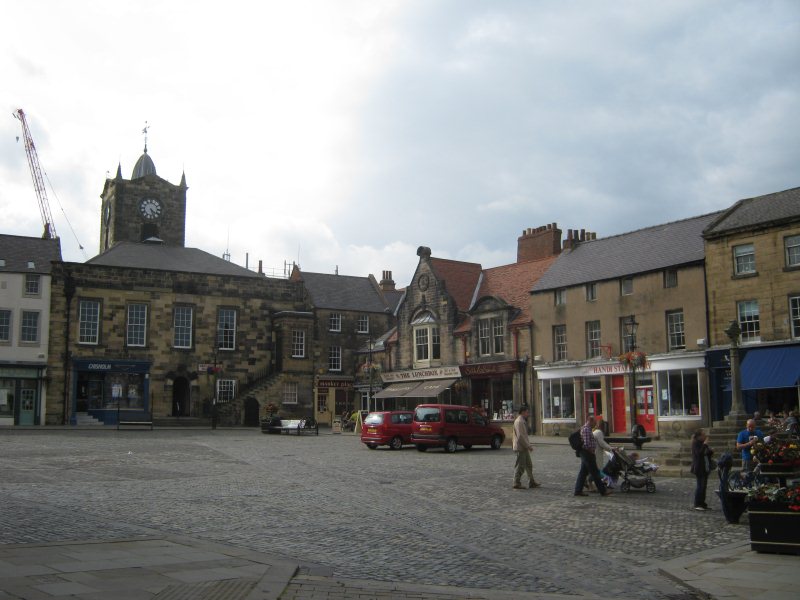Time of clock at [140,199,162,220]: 4:26
